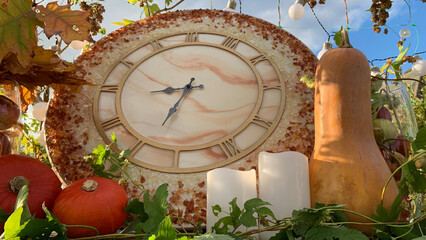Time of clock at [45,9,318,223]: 8:34
